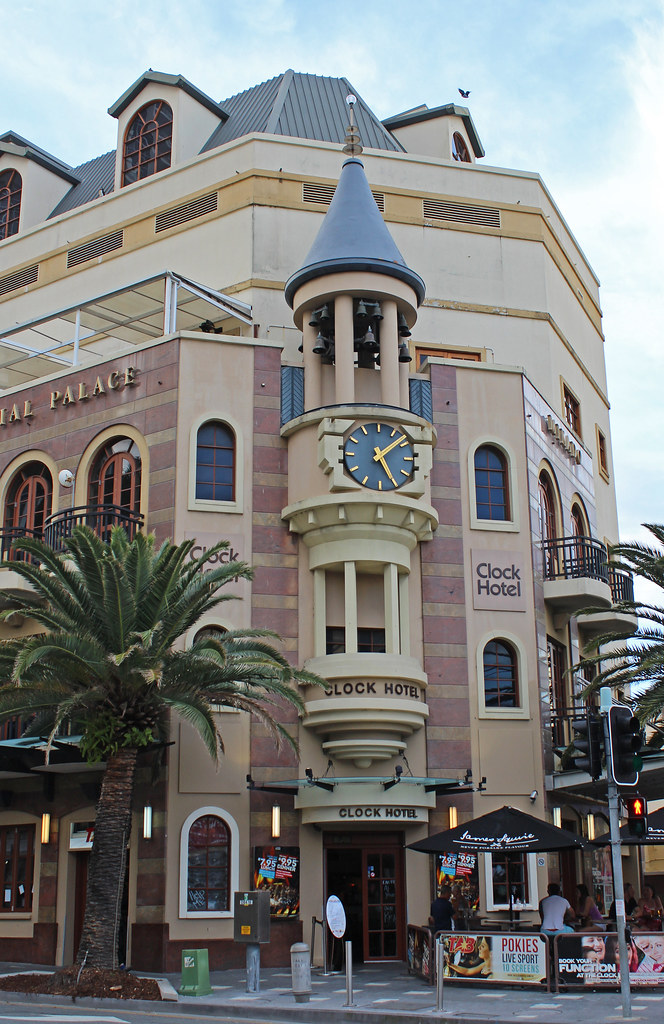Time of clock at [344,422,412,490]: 5:08
